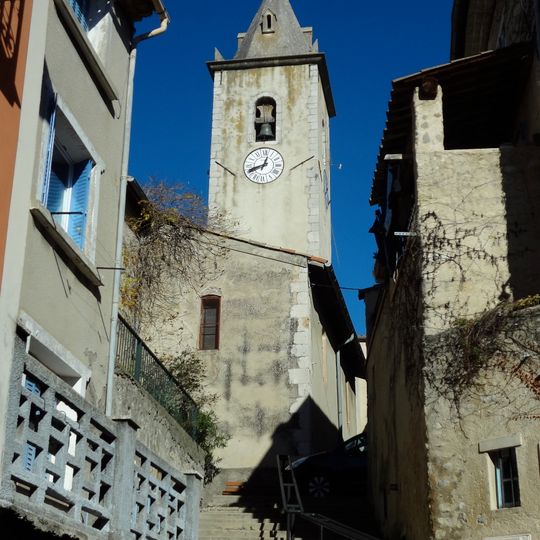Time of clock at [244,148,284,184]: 12:41
